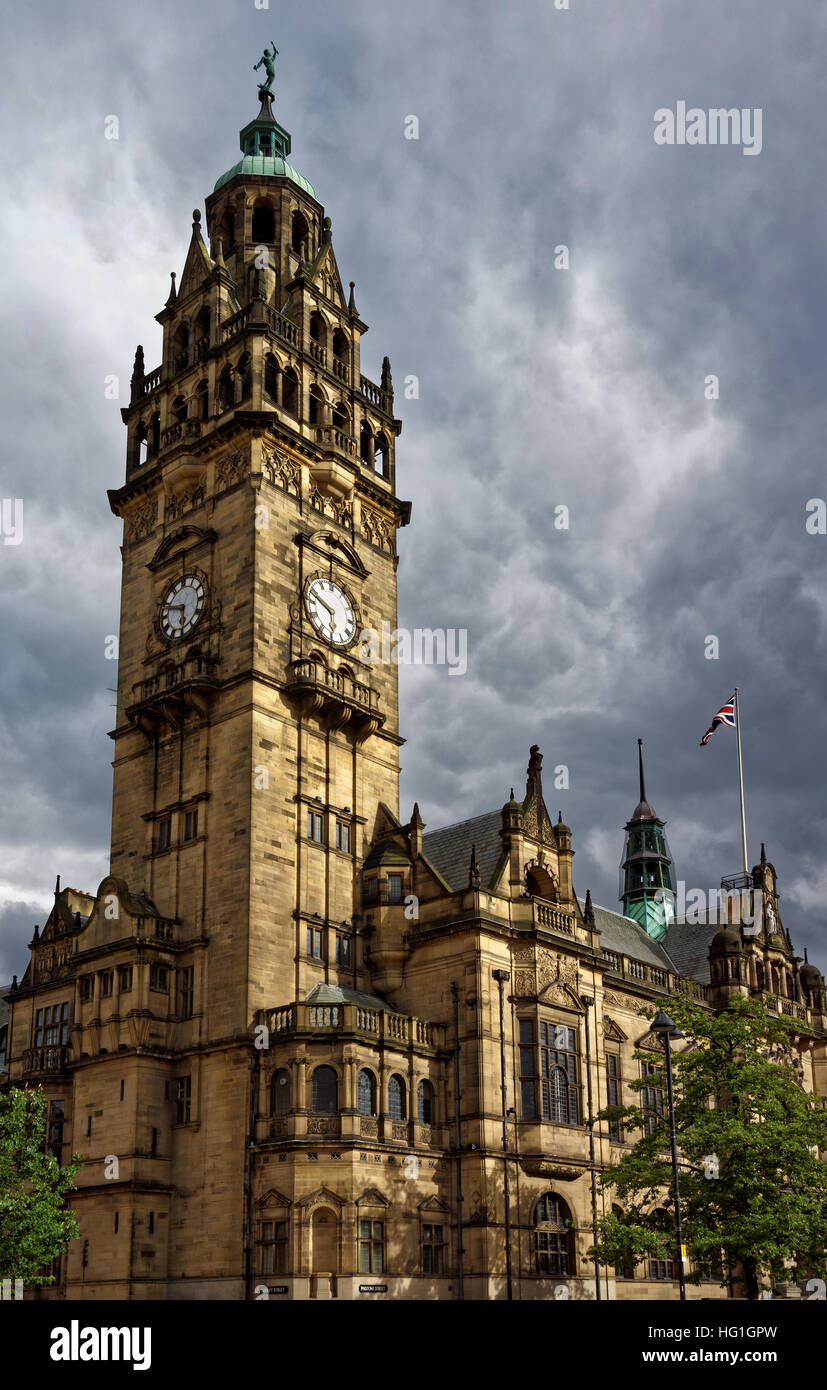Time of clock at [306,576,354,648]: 5:48
